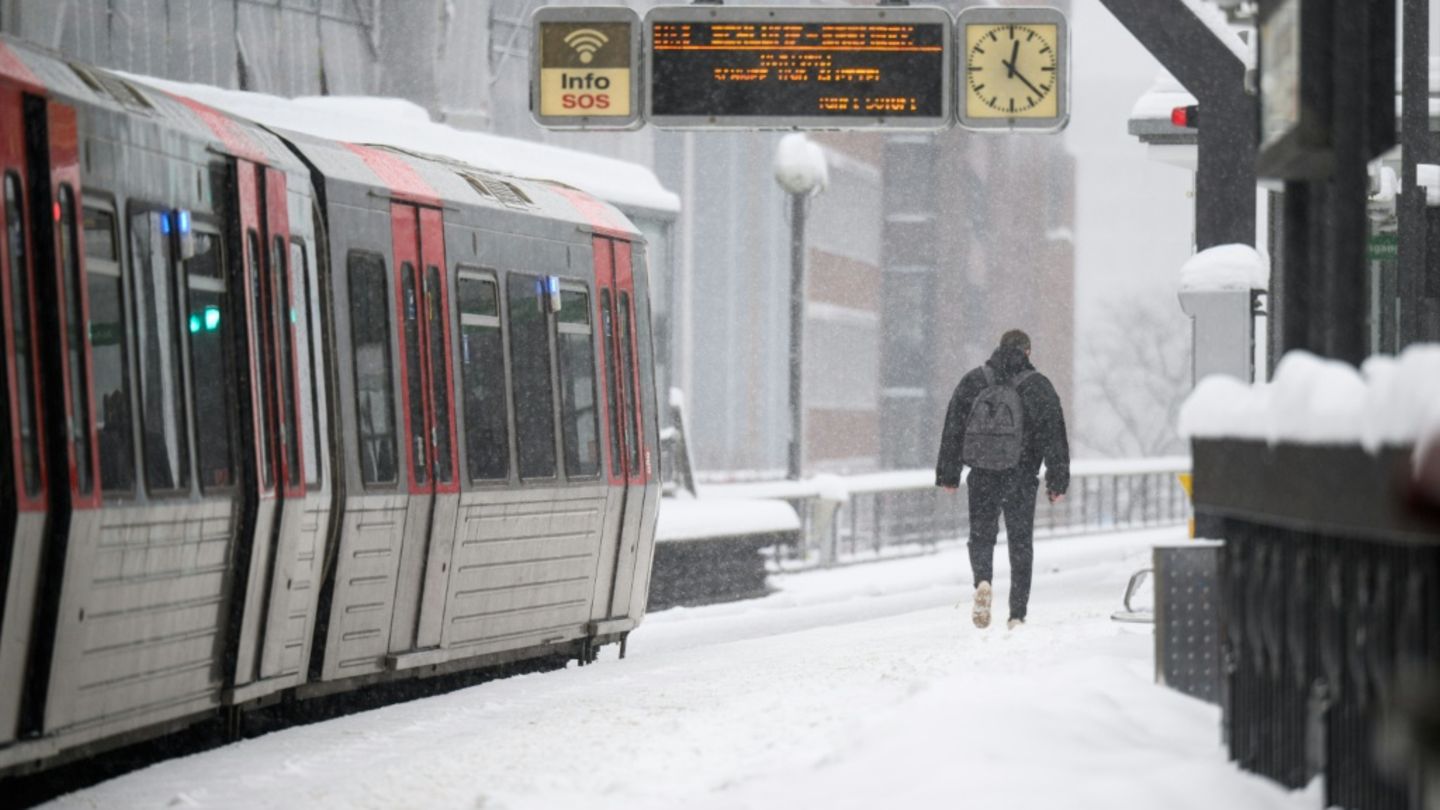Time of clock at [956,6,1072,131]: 12:21
